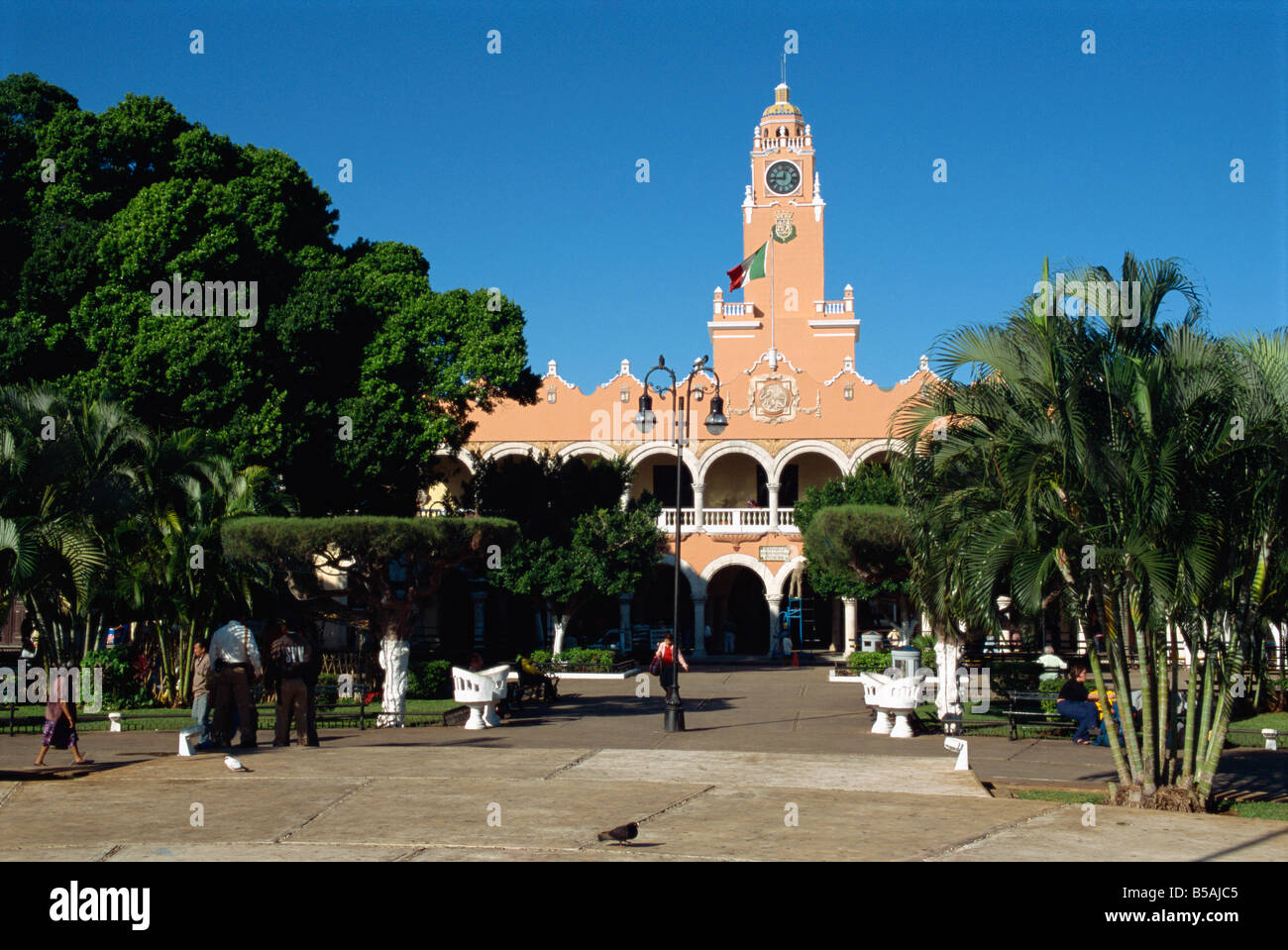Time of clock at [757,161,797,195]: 9:01
